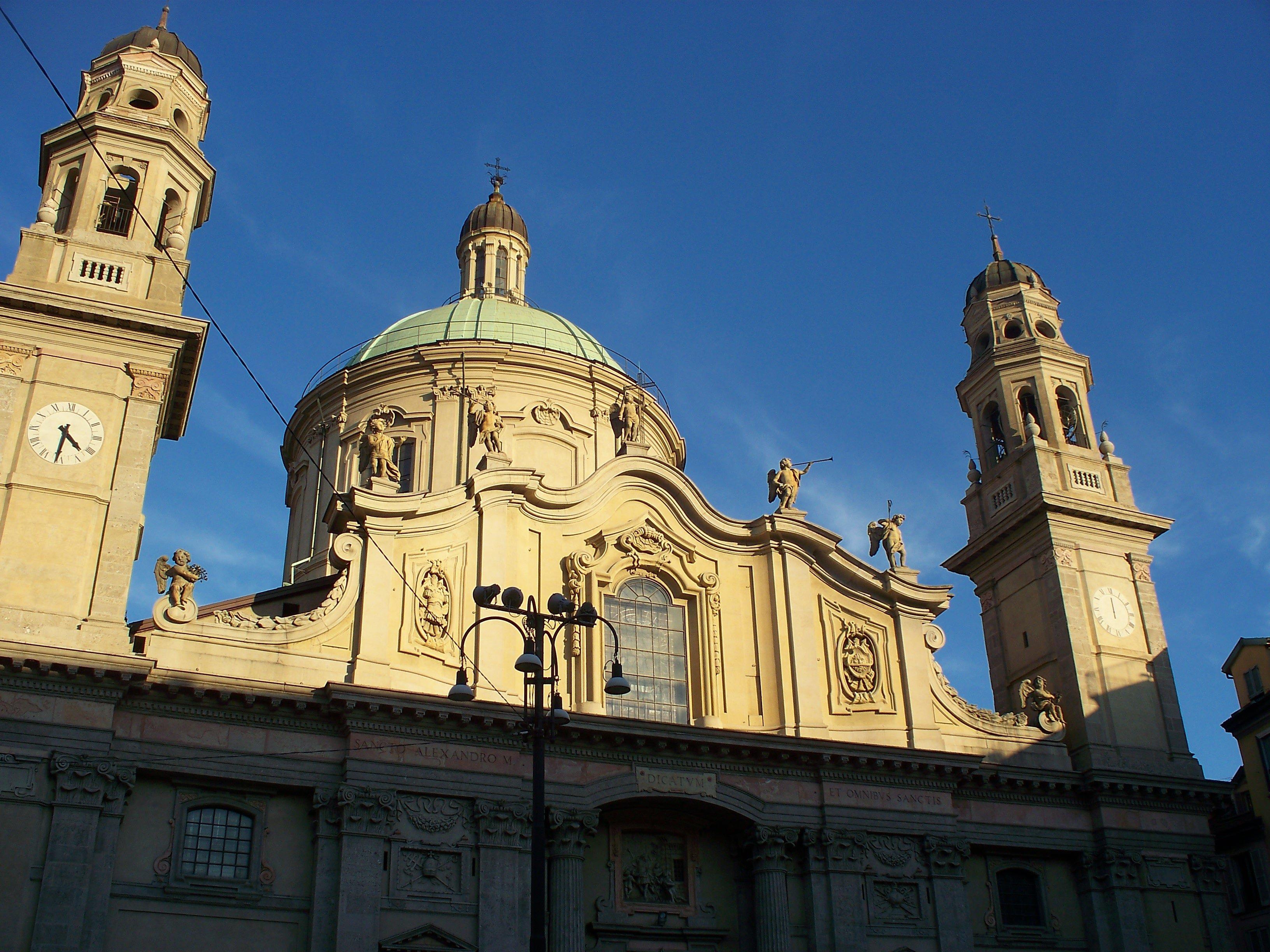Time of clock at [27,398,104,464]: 4:31
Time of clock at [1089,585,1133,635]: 11:59
